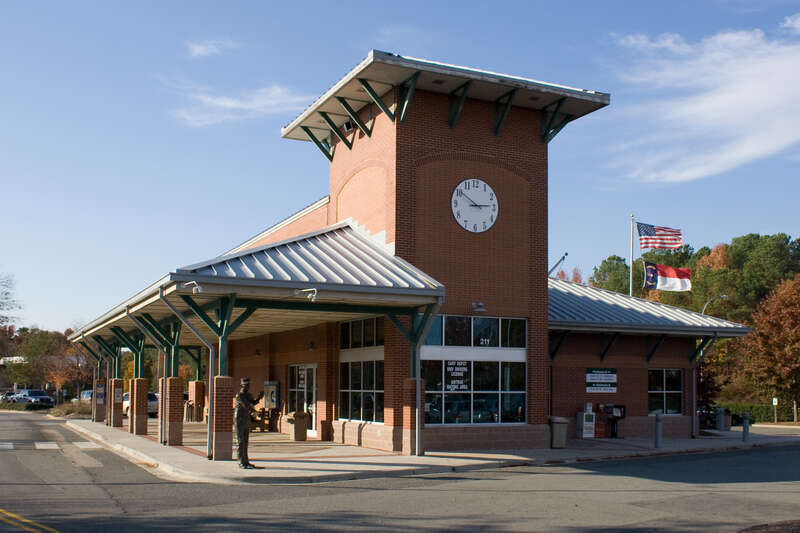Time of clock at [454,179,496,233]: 2:50
